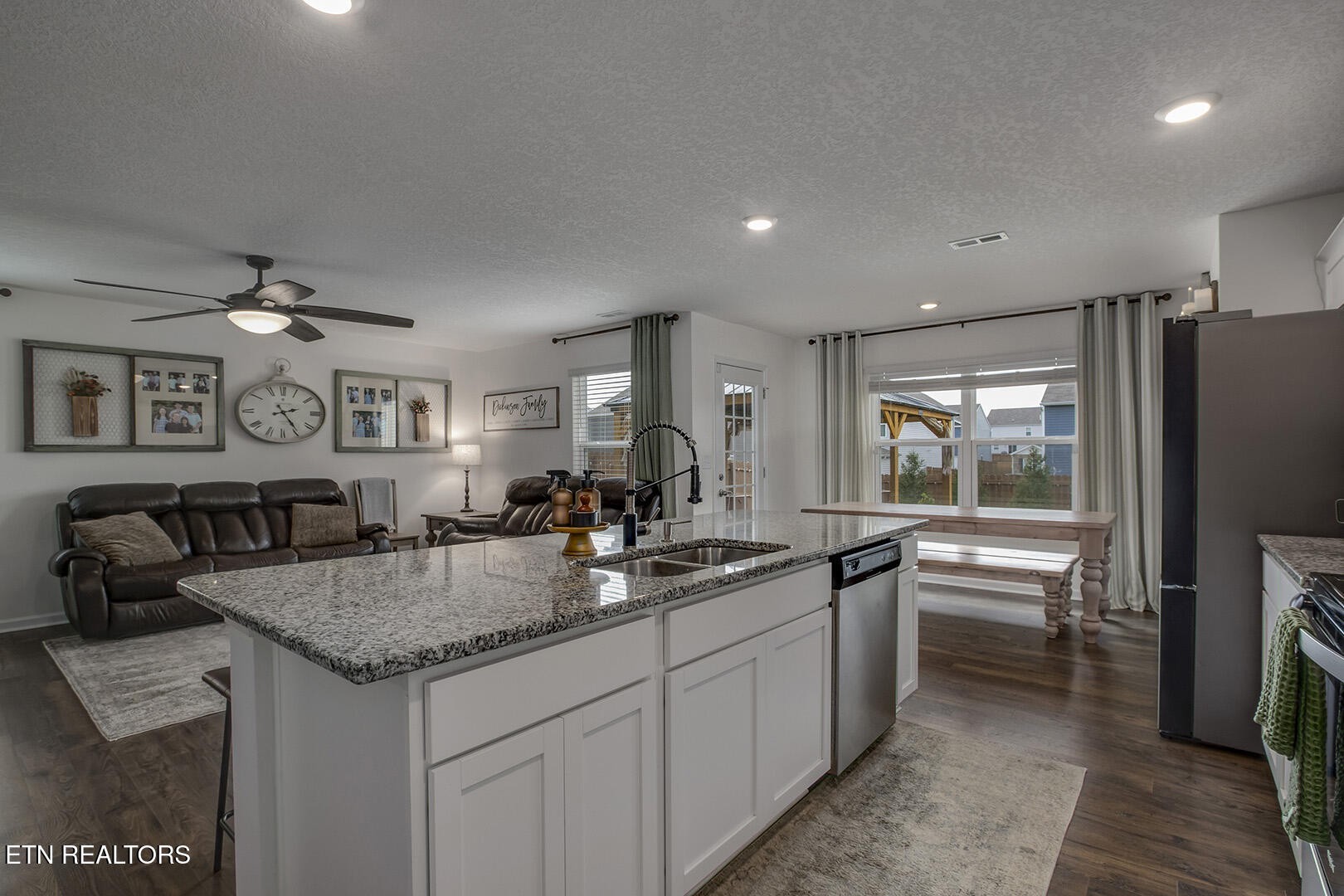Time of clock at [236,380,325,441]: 2:24
